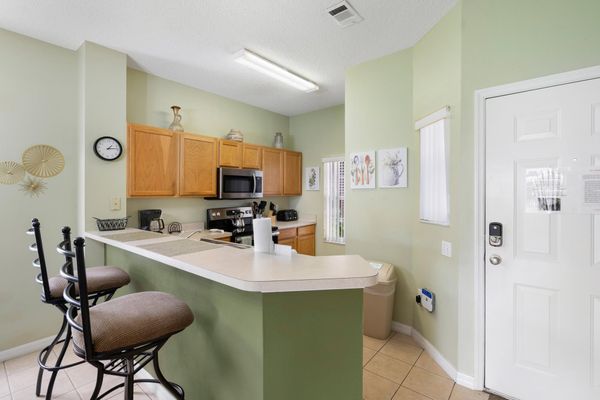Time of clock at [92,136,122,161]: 1:13
